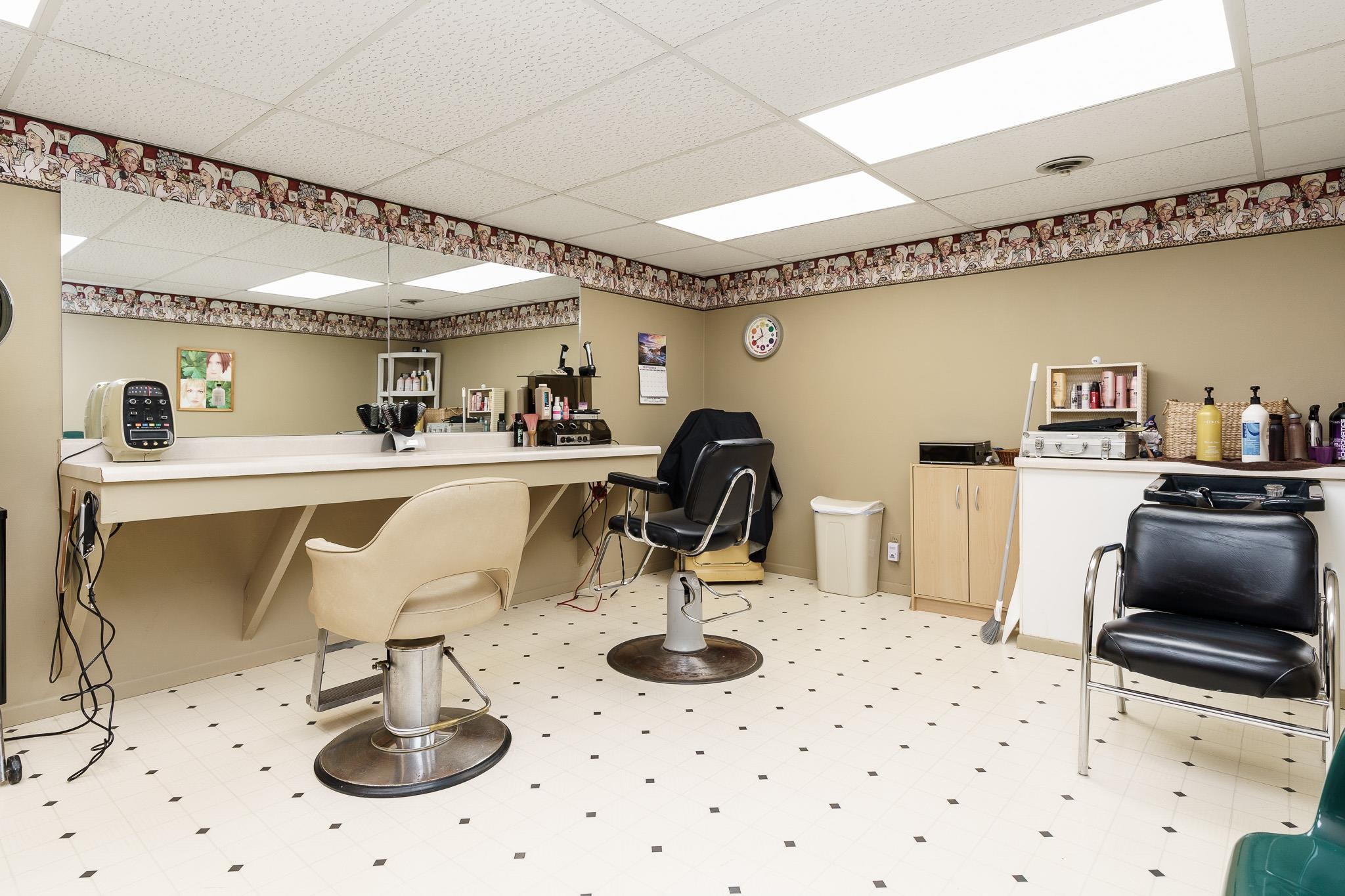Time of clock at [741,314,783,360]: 11:40
